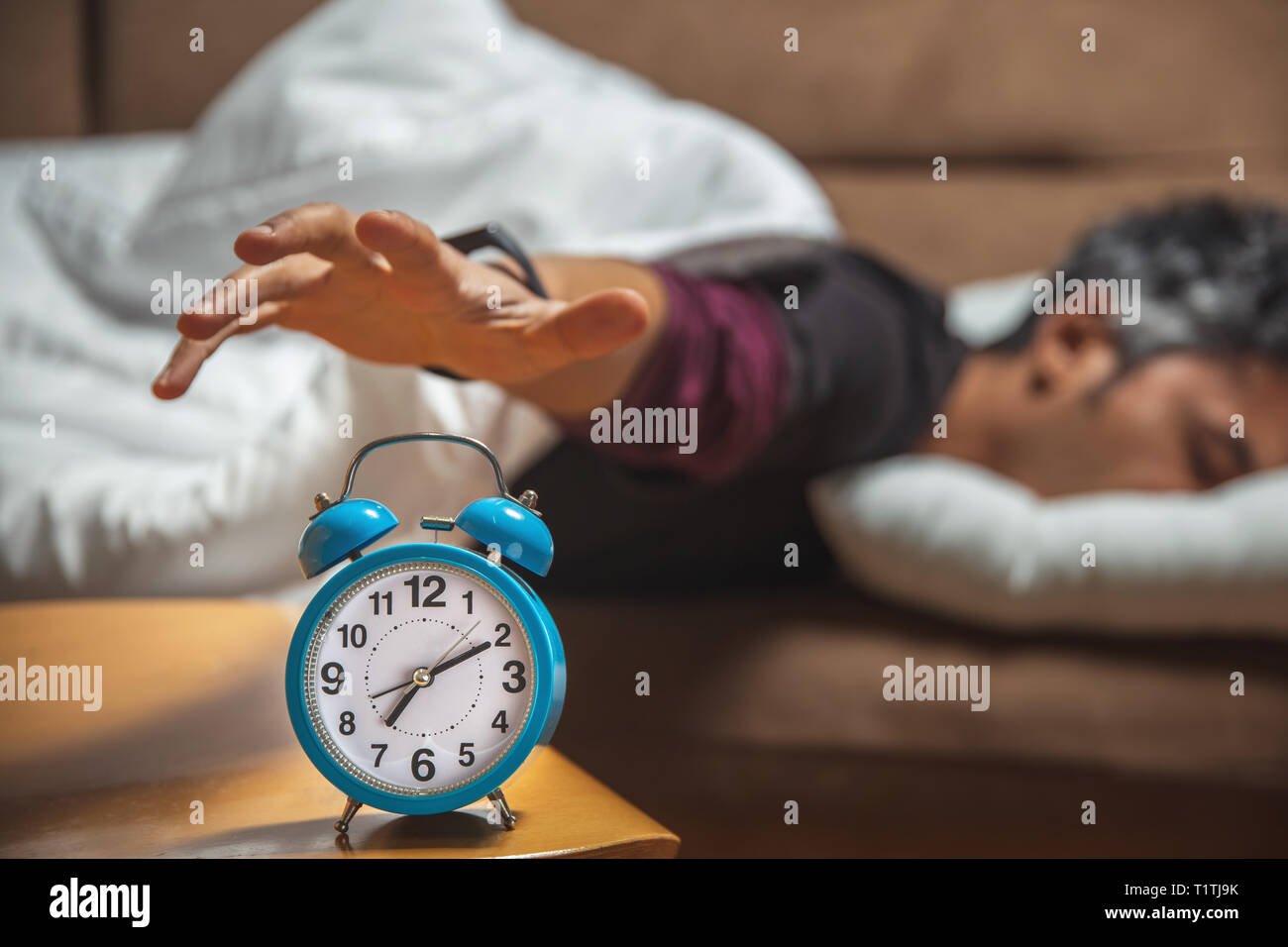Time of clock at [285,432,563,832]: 7:10
